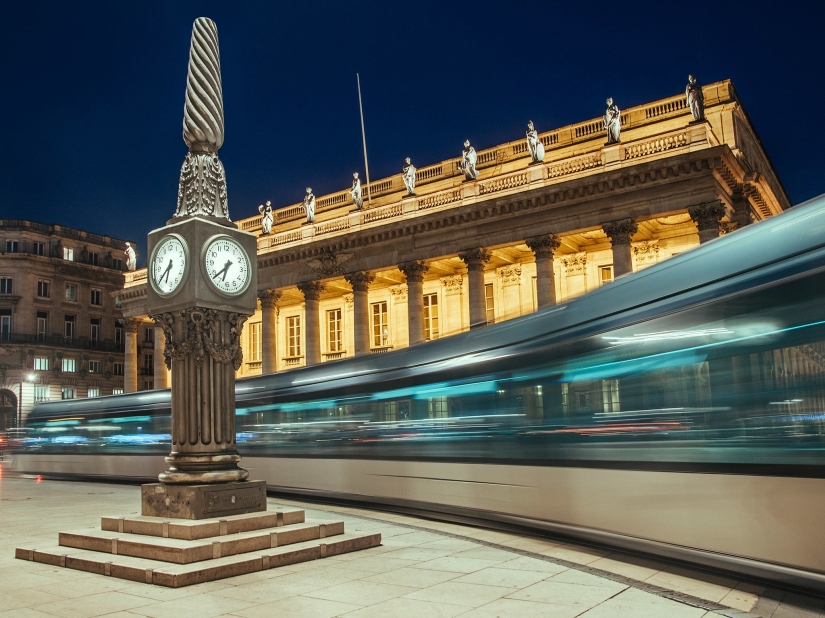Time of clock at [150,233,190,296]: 6:38
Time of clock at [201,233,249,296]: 6:38
